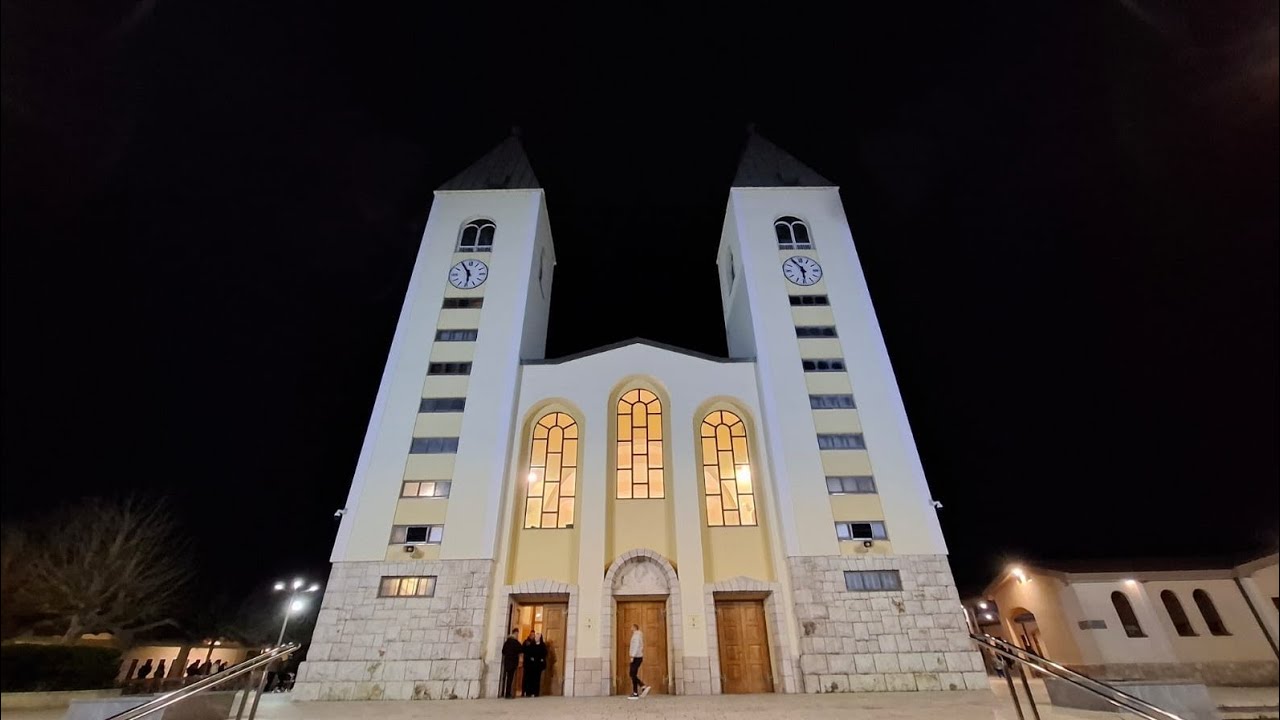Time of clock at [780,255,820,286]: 5:54
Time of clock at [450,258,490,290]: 5:54
